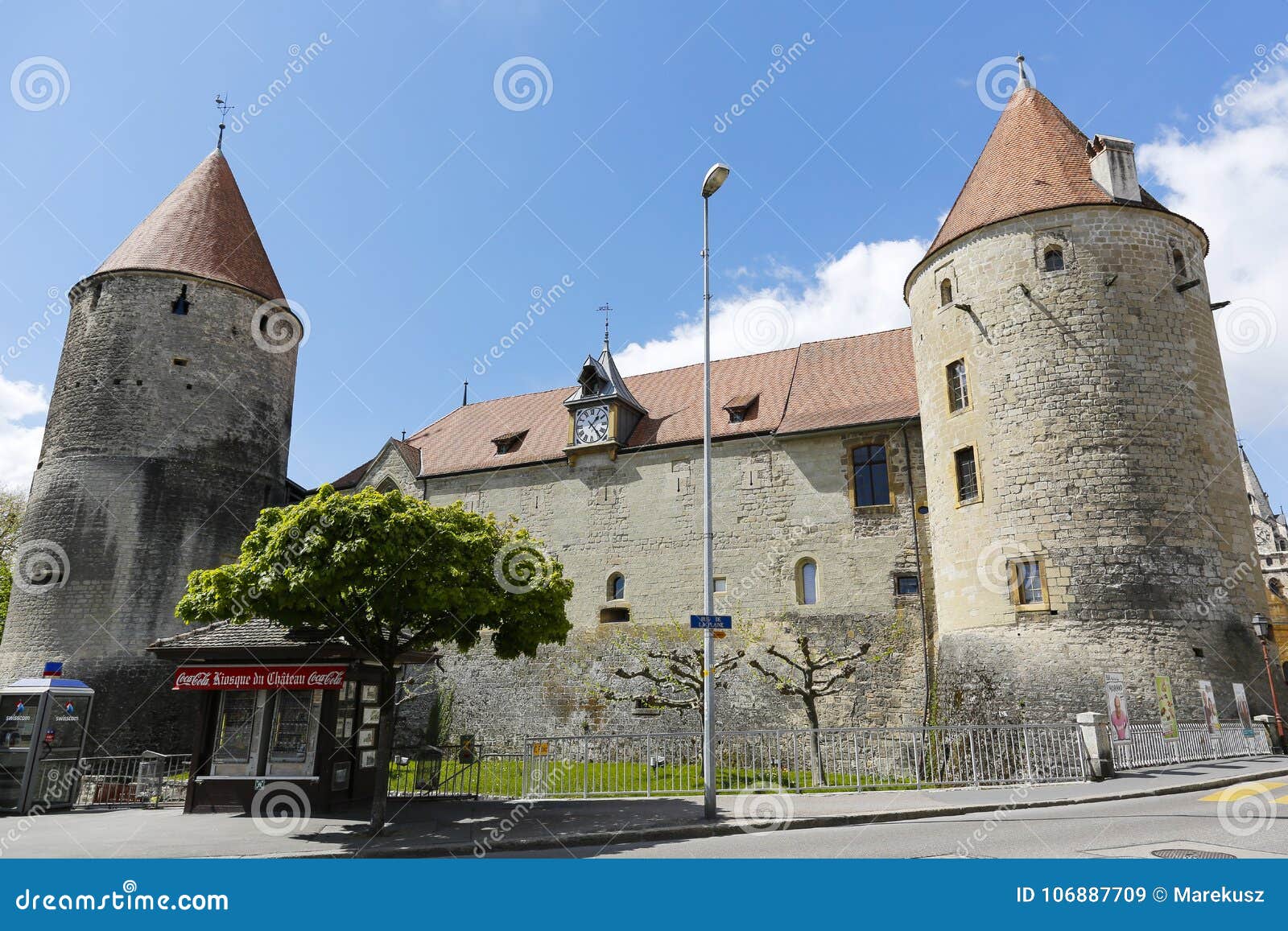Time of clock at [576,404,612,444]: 1:23
